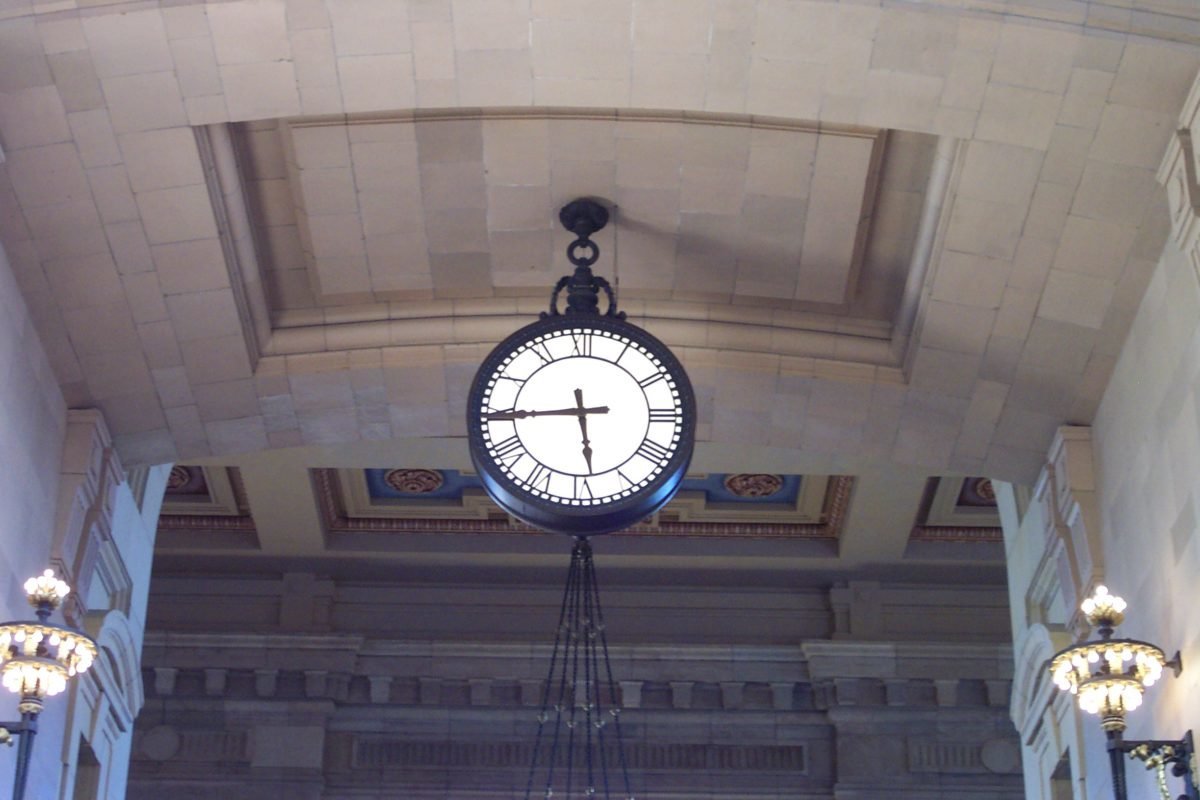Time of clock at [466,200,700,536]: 5:44
